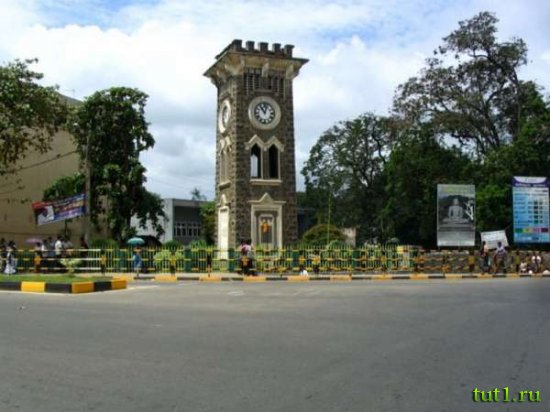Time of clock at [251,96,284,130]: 11:03
